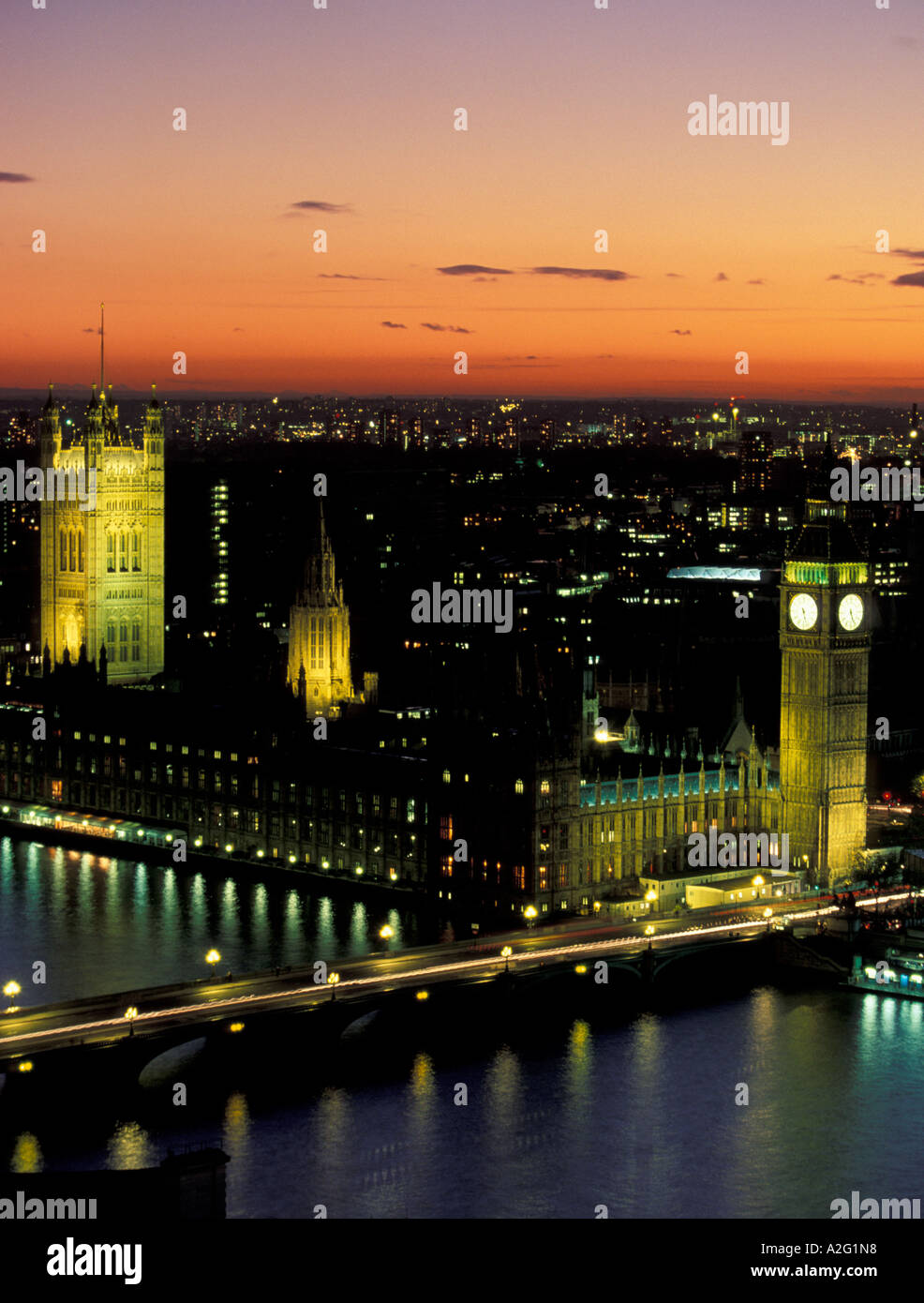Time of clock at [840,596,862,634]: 5:26
